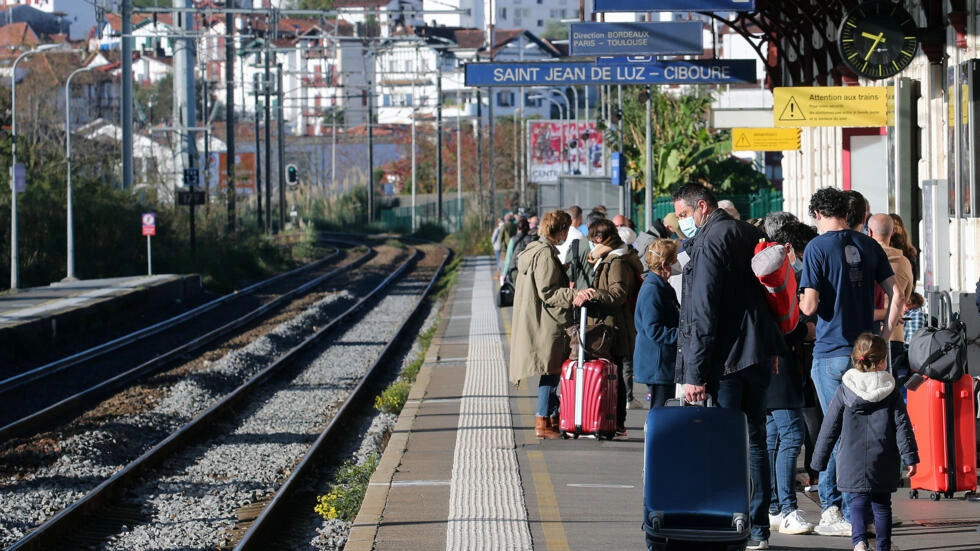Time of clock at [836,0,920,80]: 9:36
